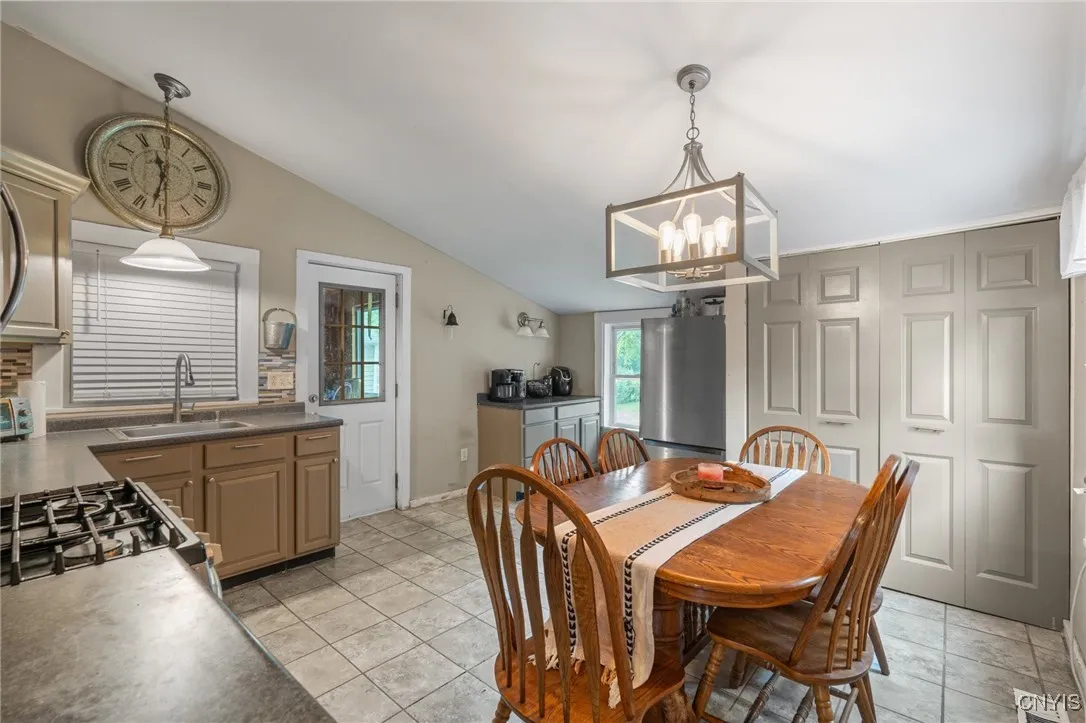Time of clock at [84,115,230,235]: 11:32
